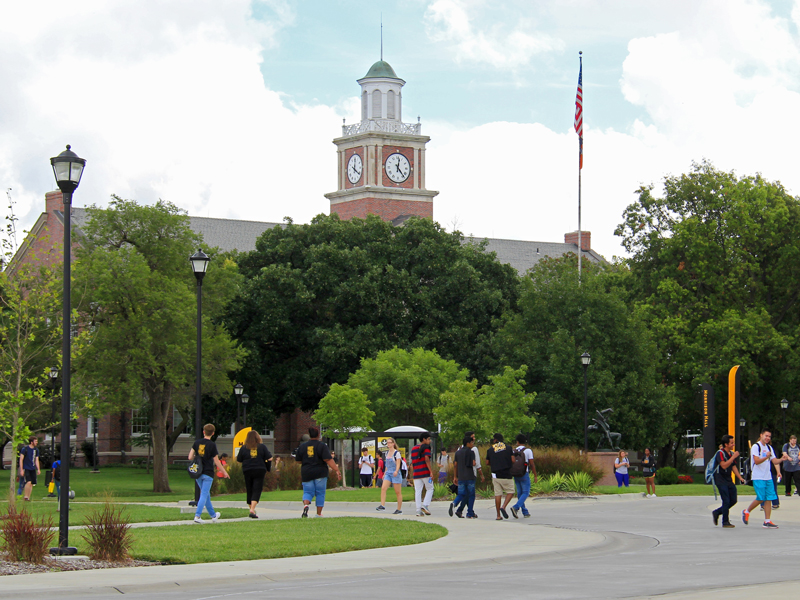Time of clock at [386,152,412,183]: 12:23
